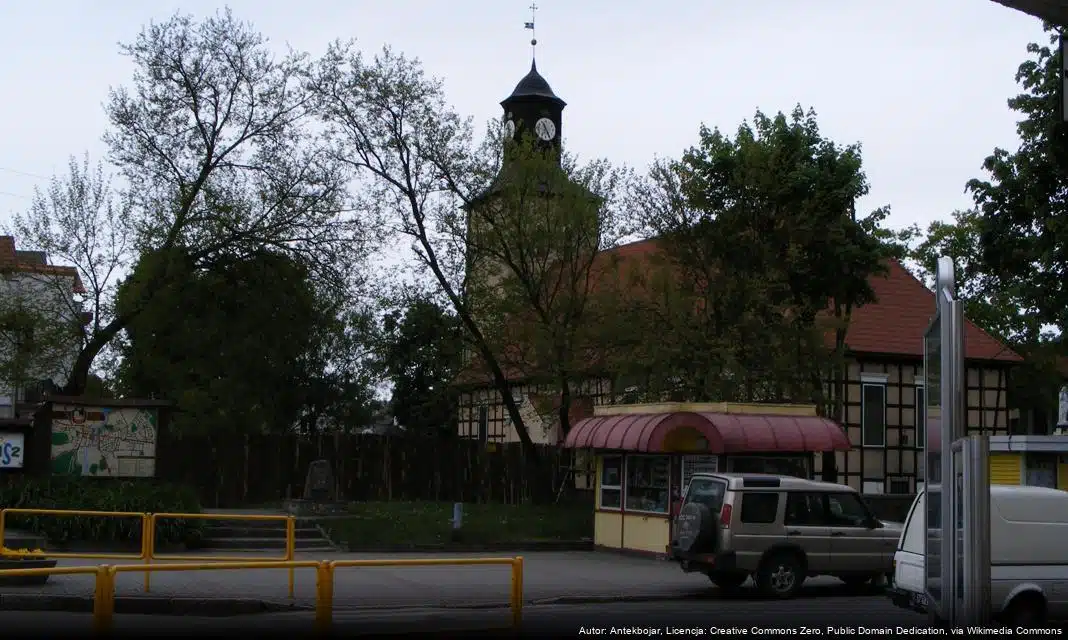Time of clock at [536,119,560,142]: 11:25
